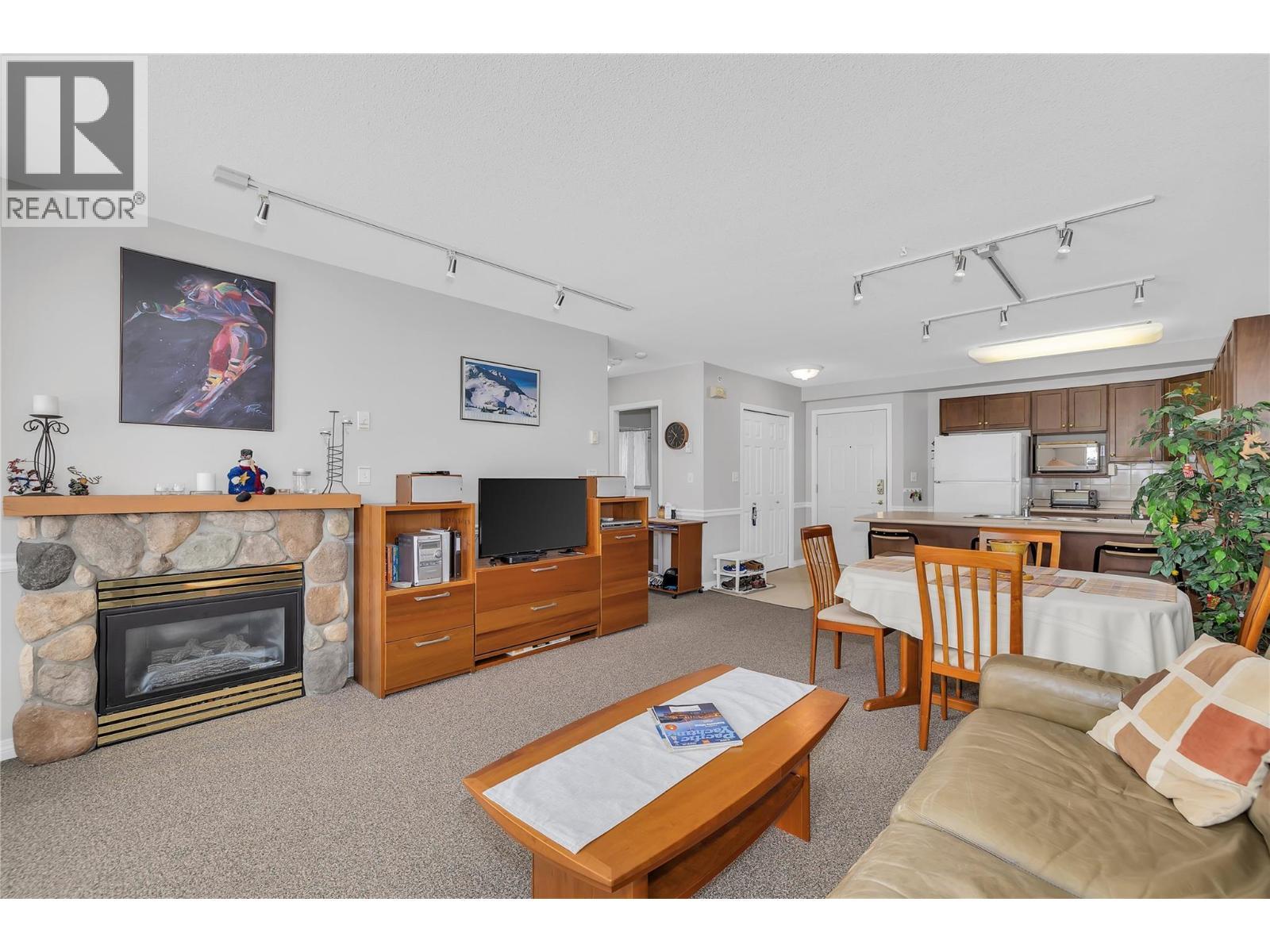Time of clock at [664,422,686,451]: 10:36
